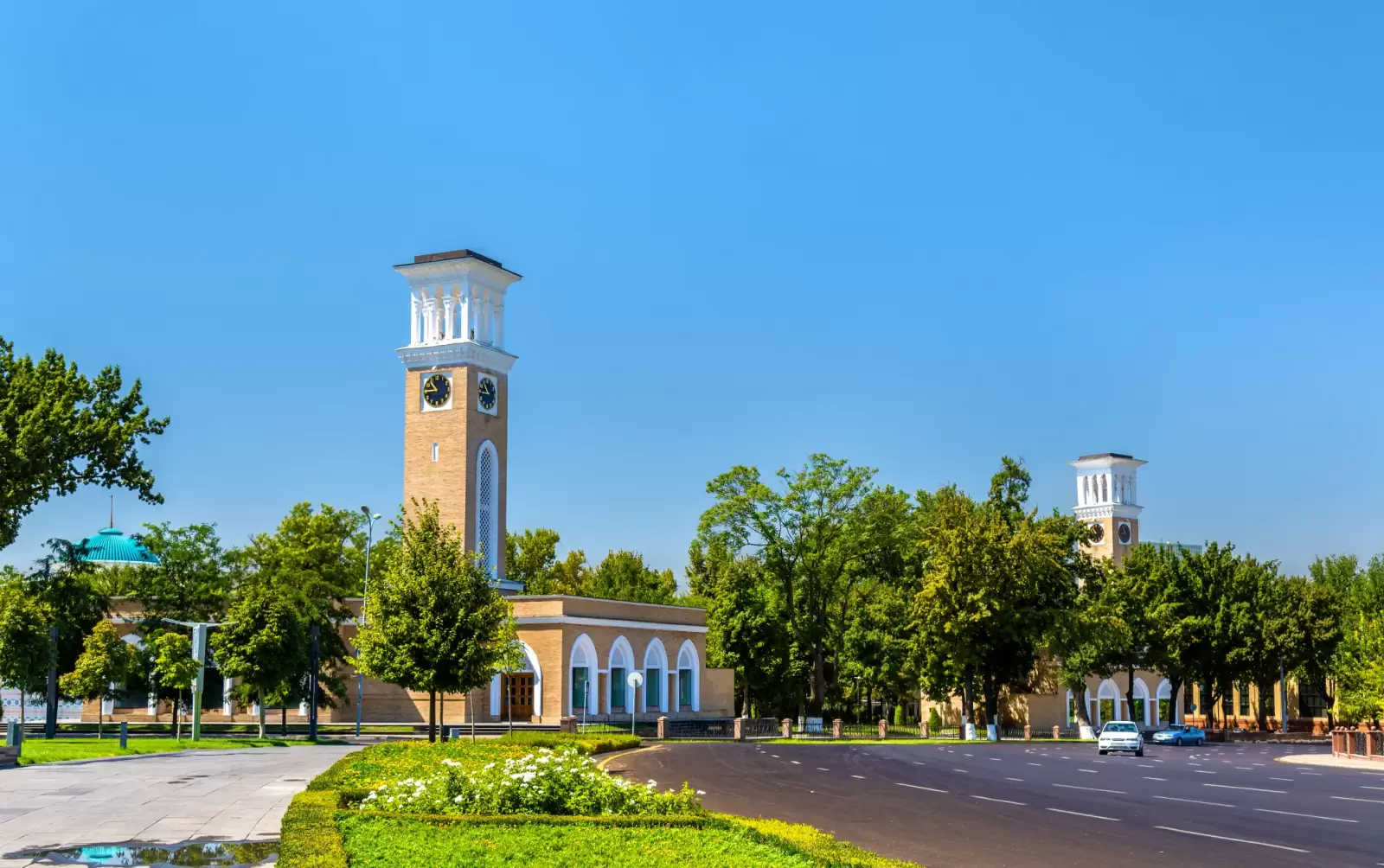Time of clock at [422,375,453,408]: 10:45
